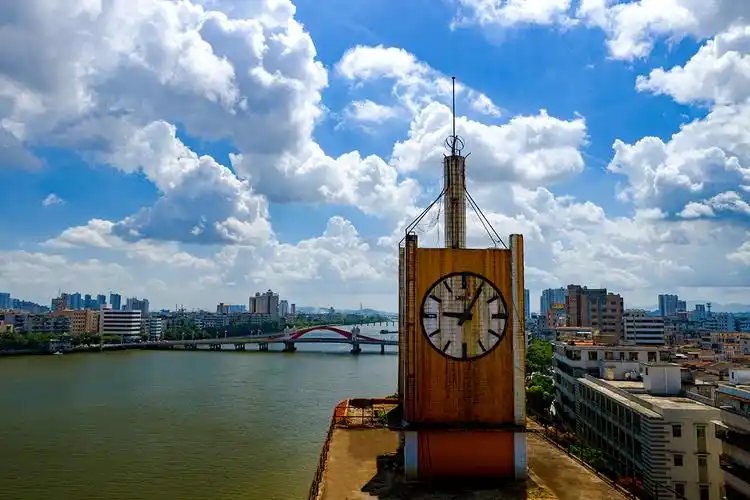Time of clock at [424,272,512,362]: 9:05
